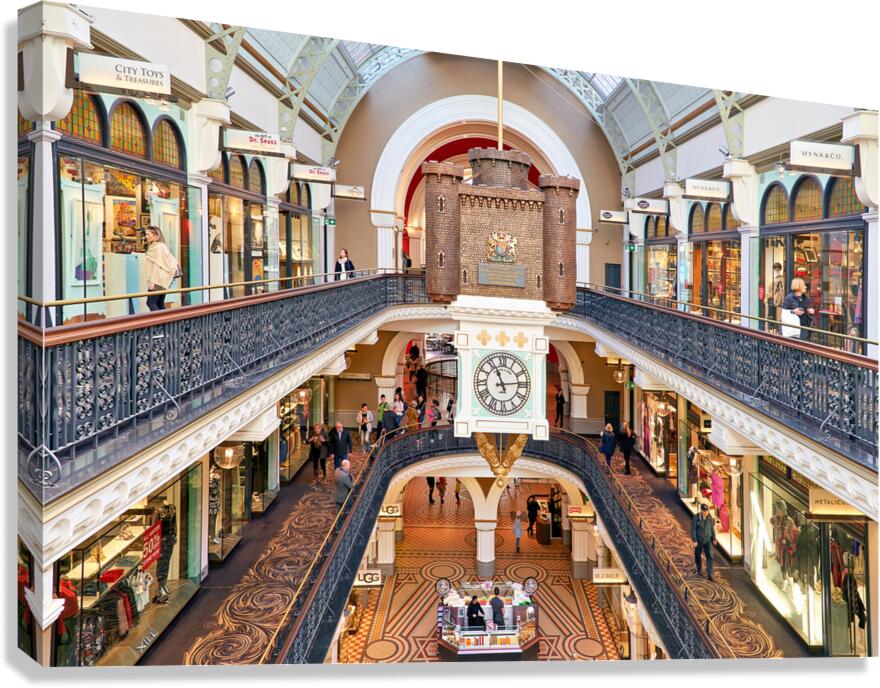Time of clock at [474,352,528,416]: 11:13
